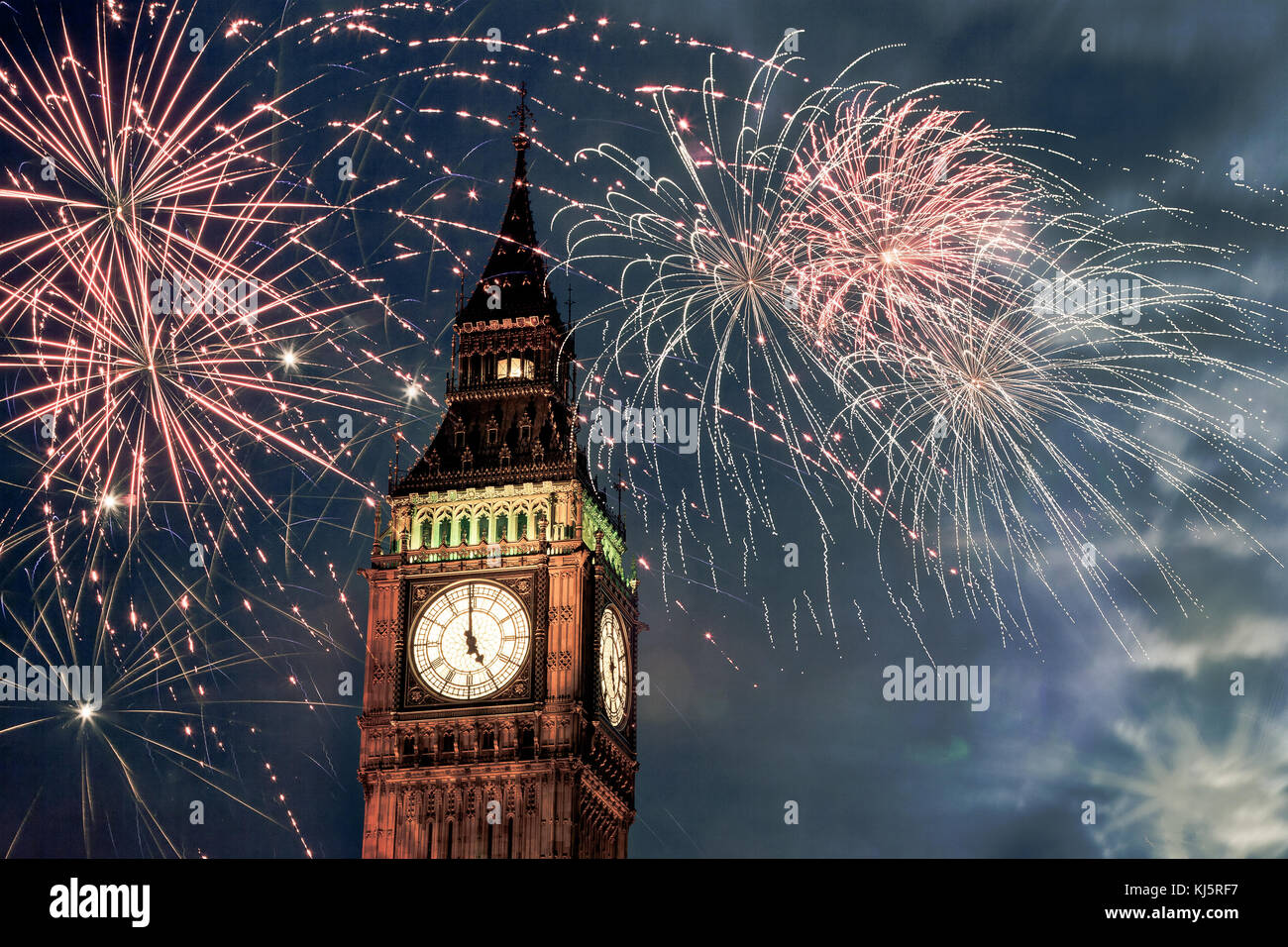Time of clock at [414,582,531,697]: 4:59
